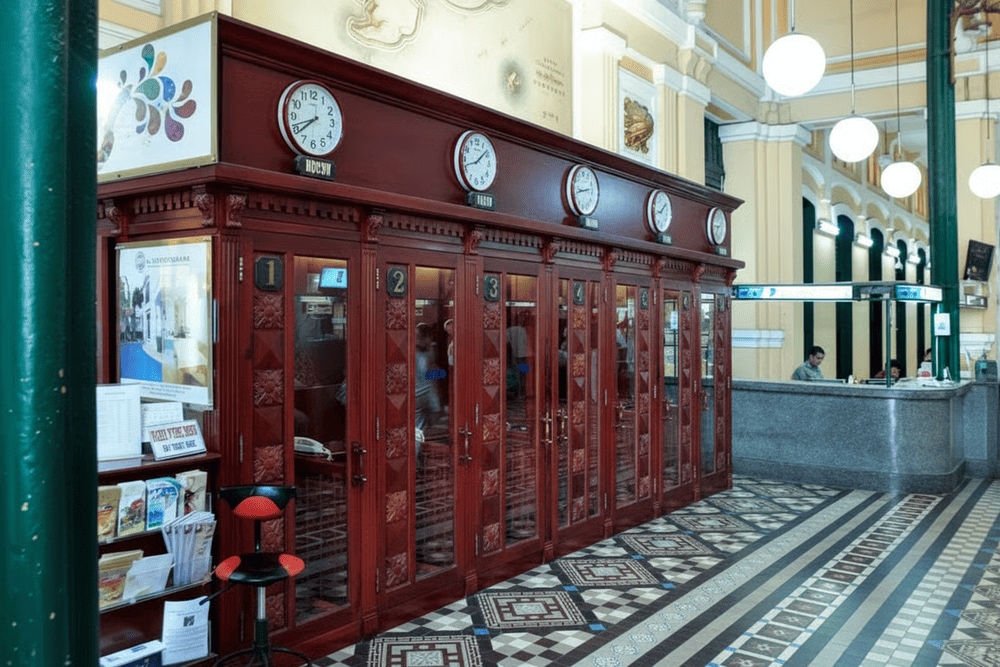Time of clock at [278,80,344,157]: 7:41
